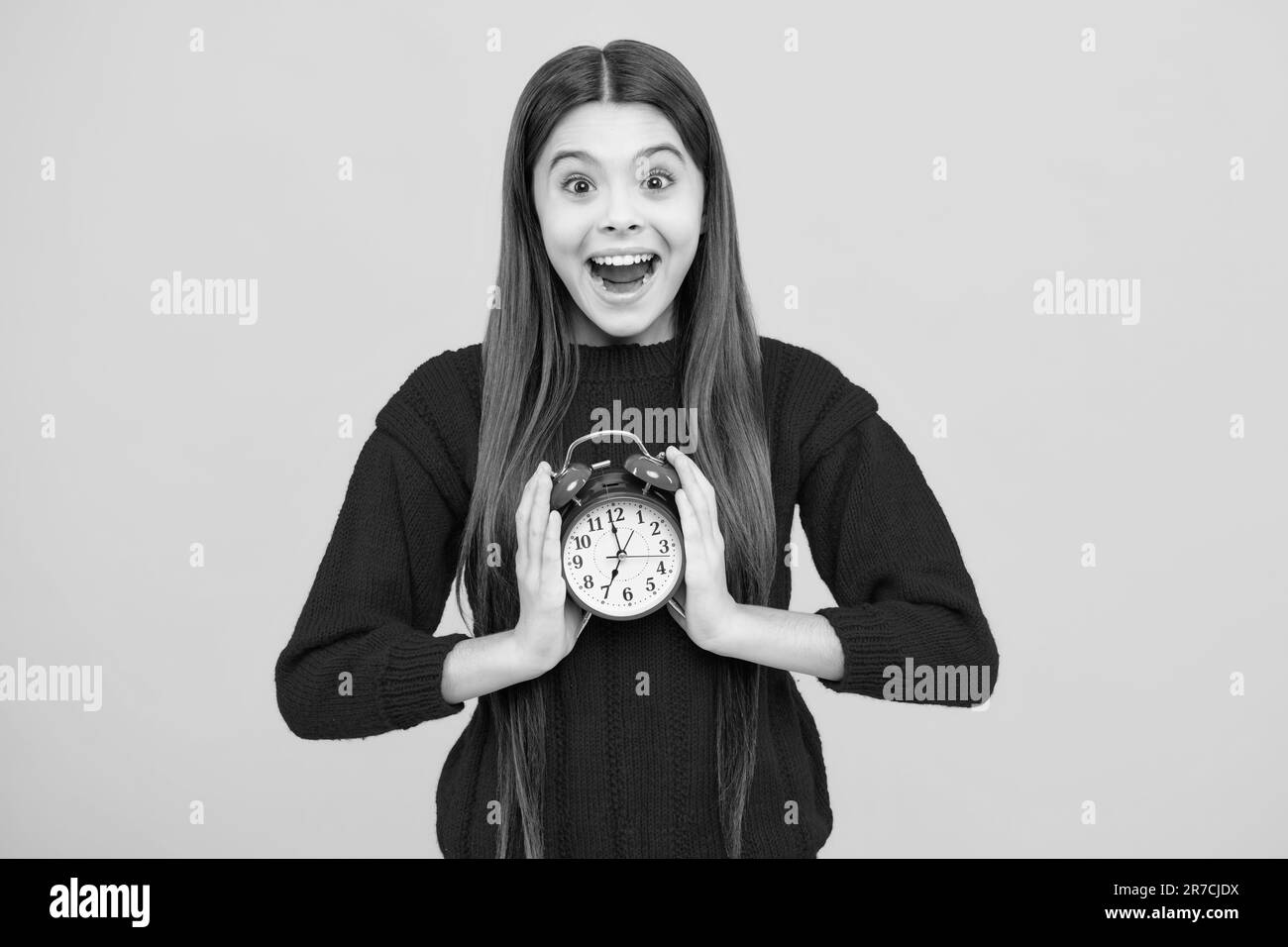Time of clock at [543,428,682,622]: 6:59
